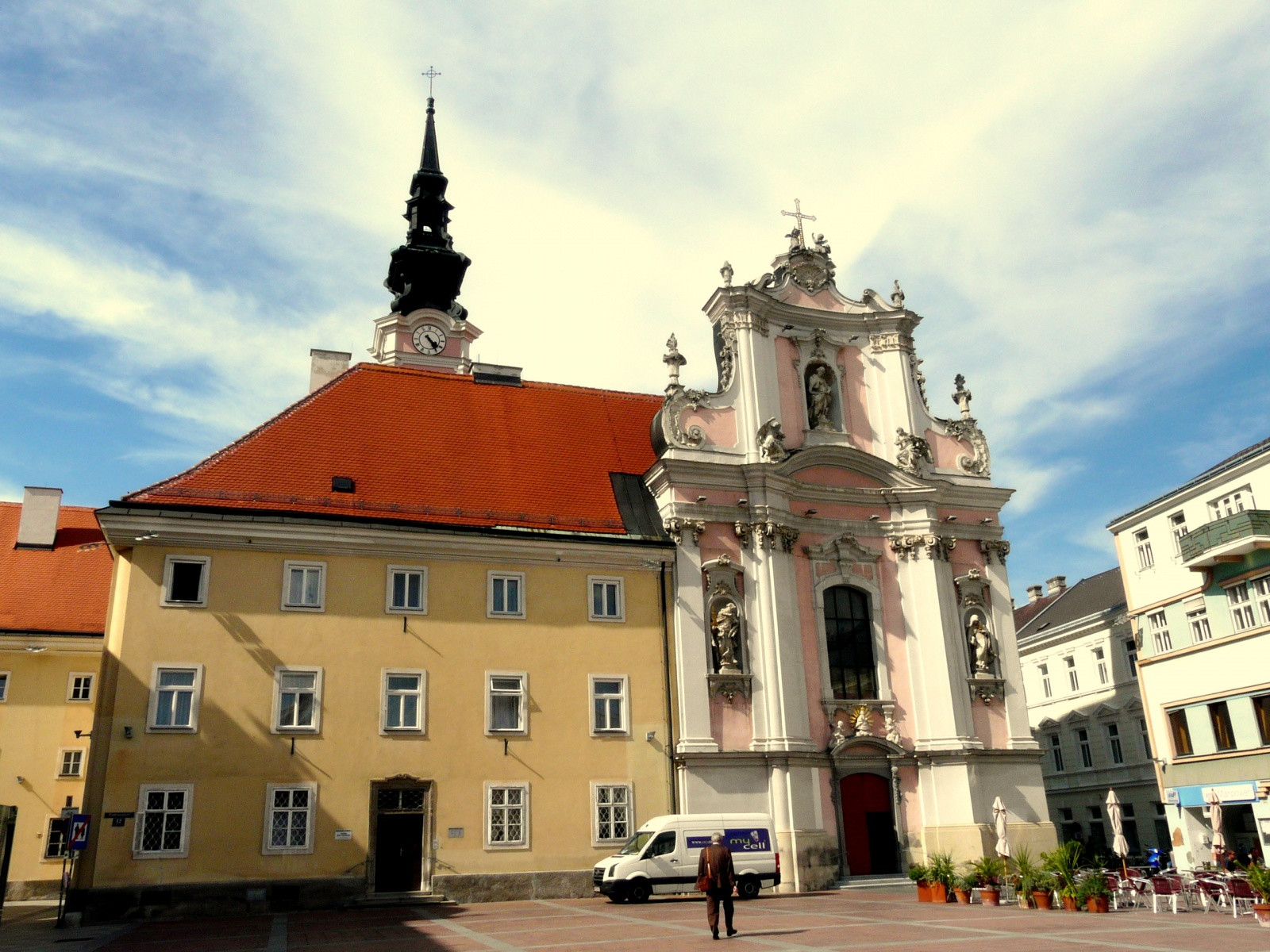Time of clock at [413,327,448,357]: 4:24
